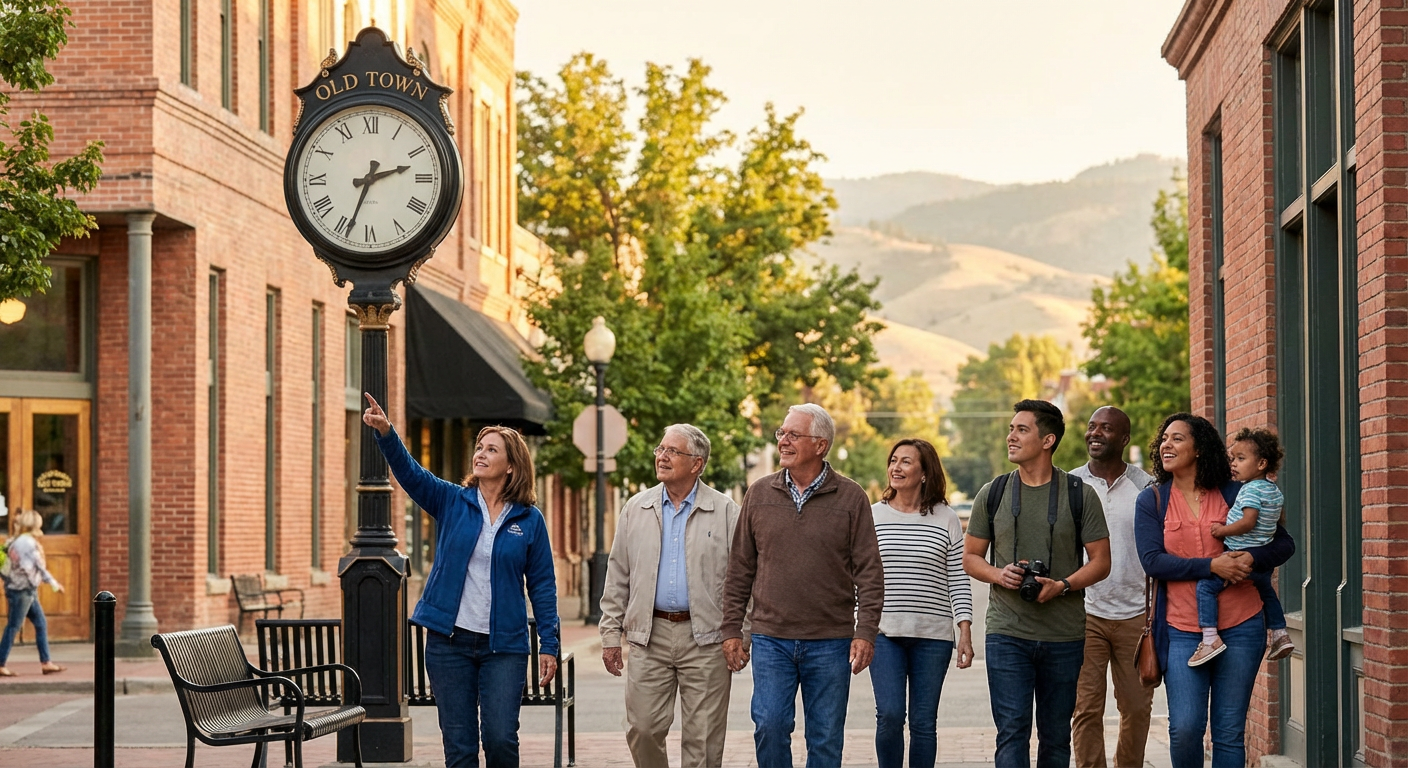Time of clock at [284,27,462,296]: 2:33
